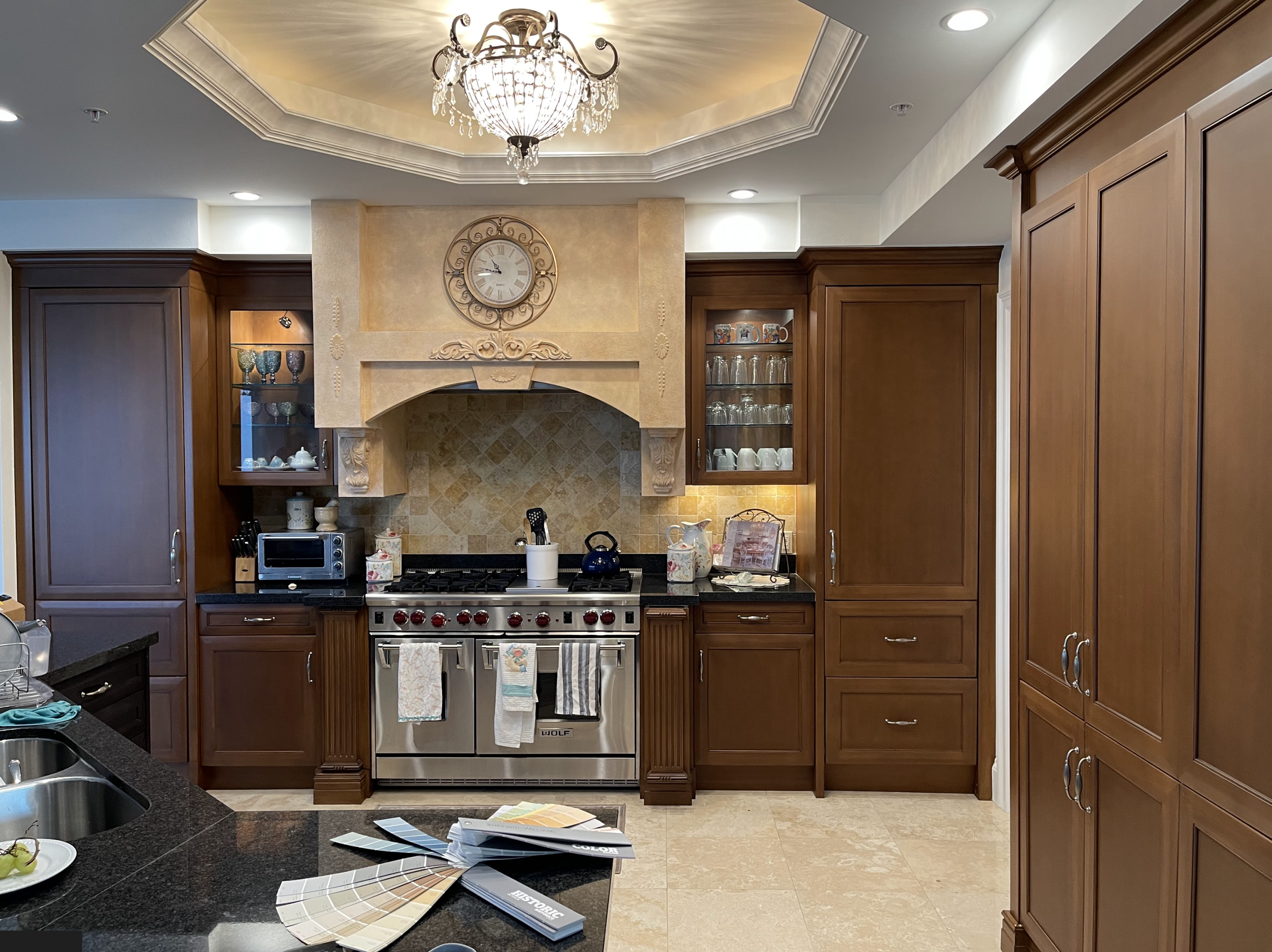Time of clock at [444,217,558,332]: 10:43
